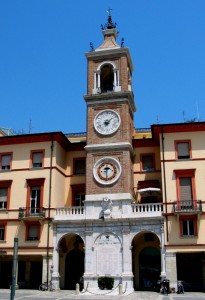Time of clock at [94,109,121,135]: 7:08
